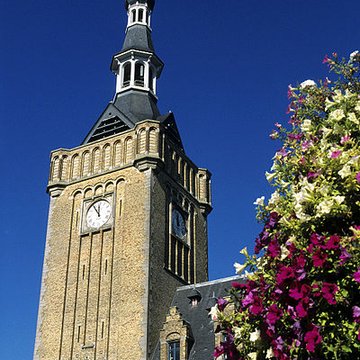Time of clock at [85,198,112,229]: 11:54
